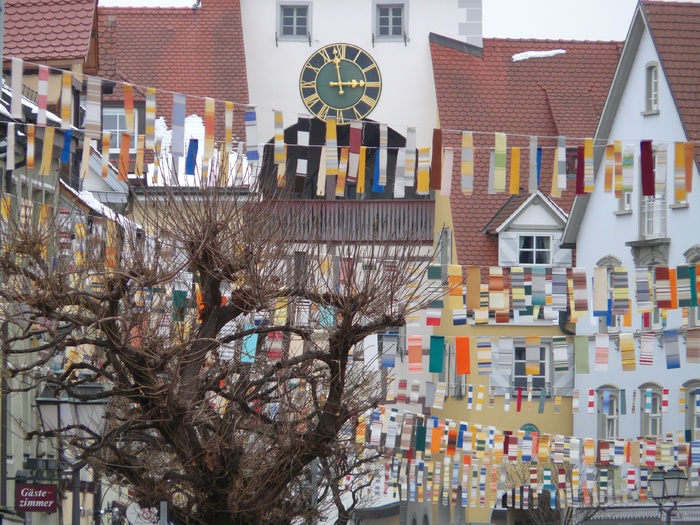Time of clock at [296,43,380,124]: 2:58
